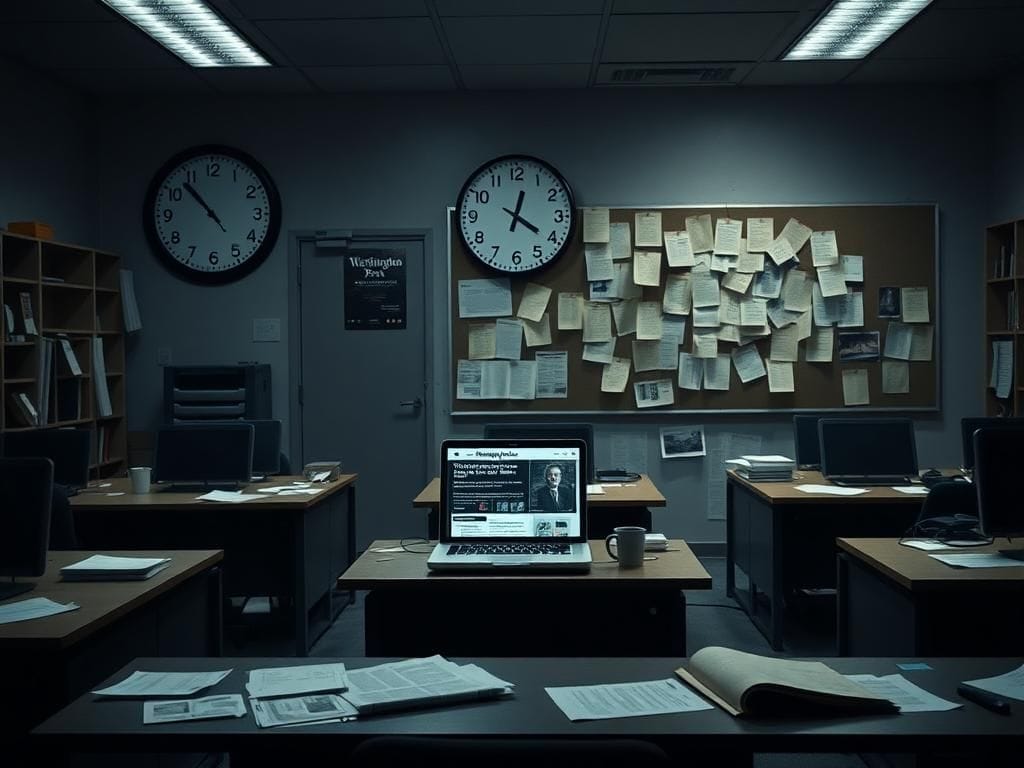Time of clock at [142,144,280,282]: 10:53
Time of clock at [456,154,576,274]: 4:02
